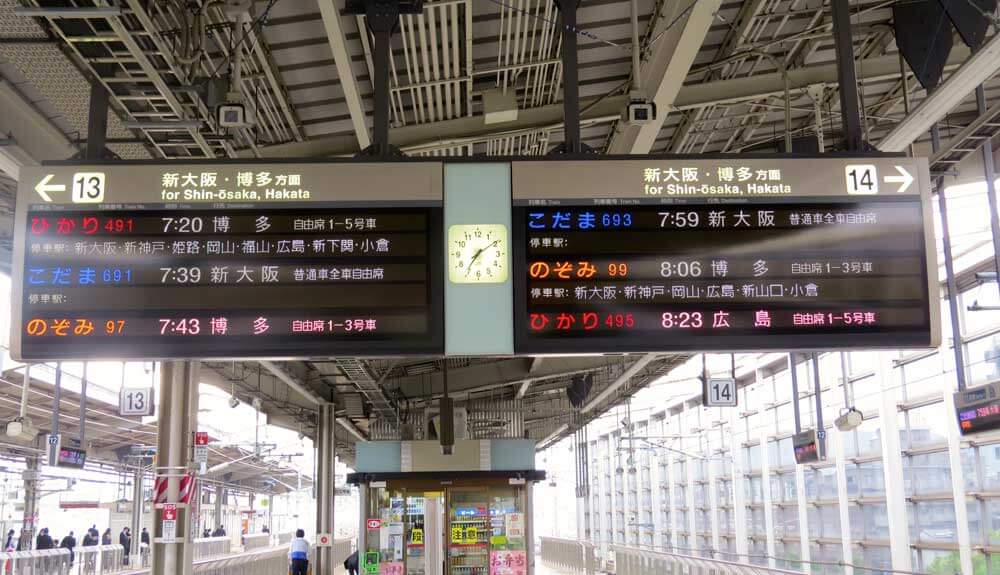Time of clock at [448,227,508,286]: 7:09
